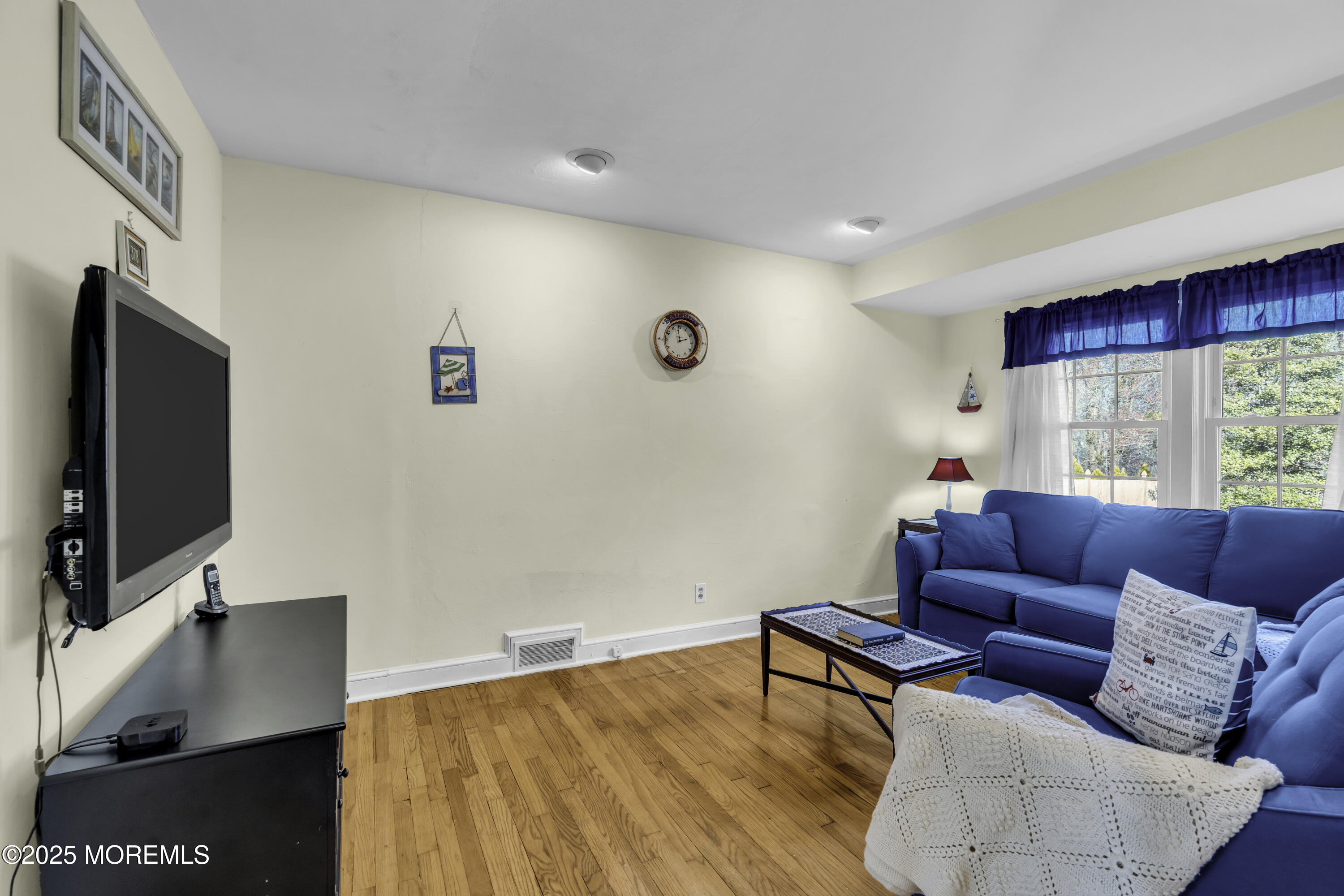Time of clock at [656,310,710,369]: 1:58
